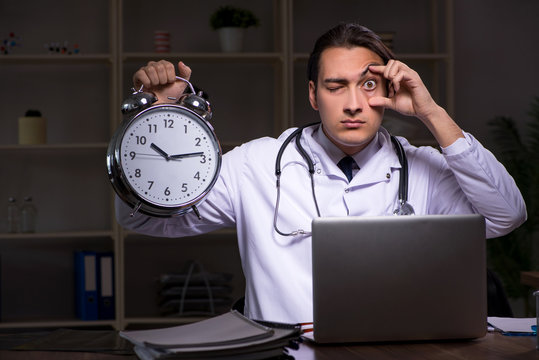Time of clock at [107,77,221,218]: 10:13
